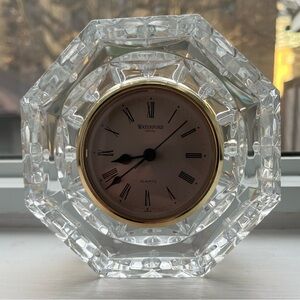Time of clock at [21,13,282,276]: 8:38
